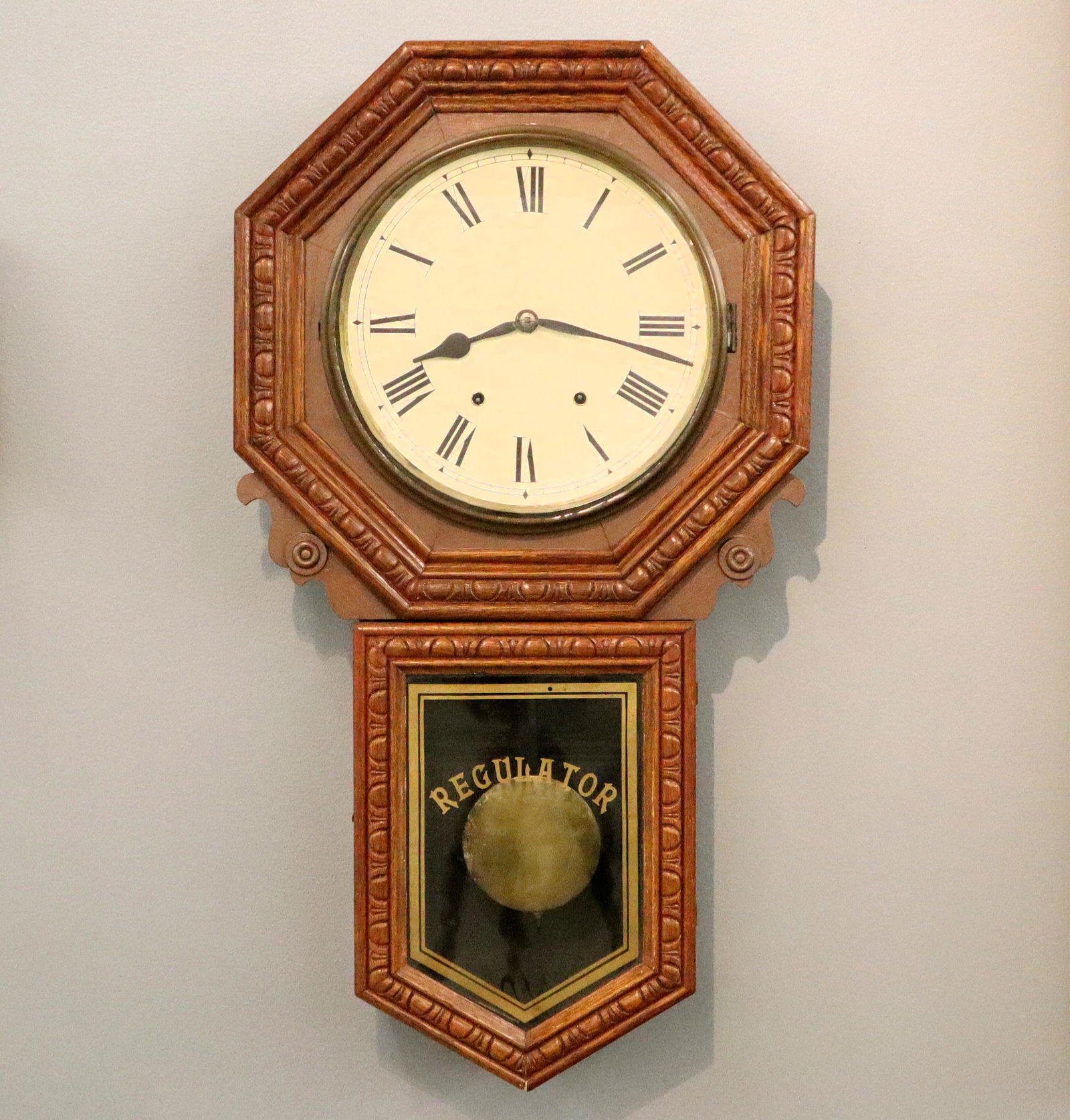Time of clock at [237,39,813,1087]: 8:16
